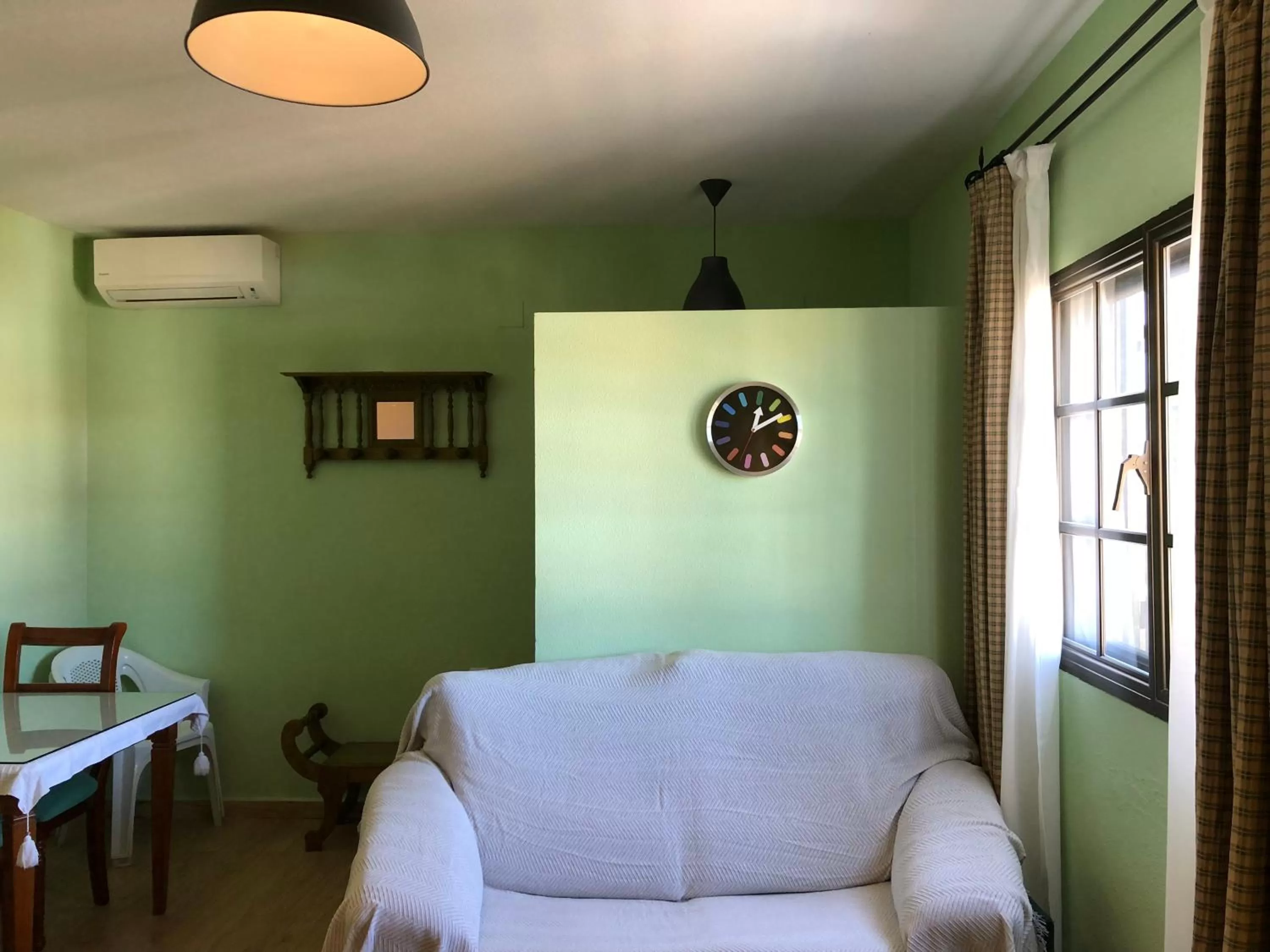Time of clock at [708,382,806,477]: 12:08
